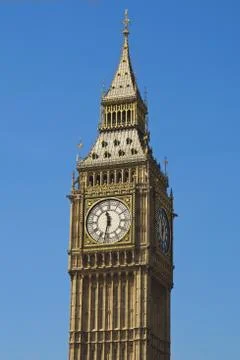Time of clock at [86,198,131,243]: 11:32
